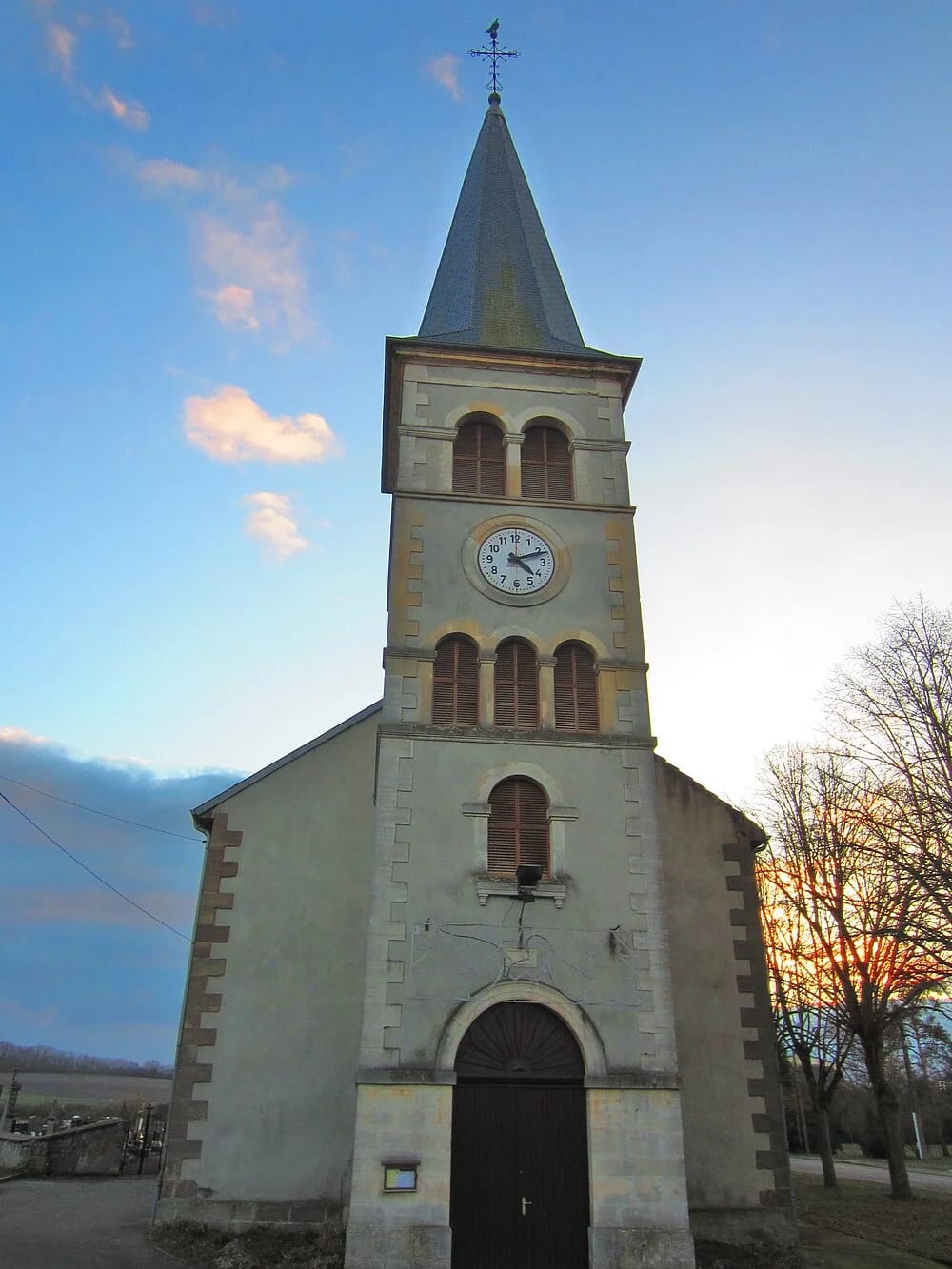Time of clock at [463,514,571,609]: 4:11
